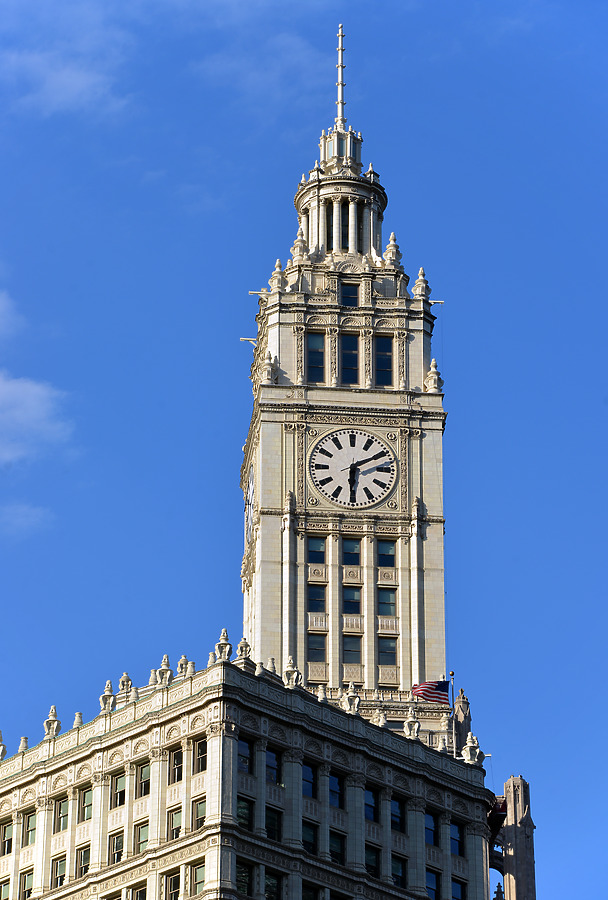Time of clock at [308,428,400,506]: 6:10
